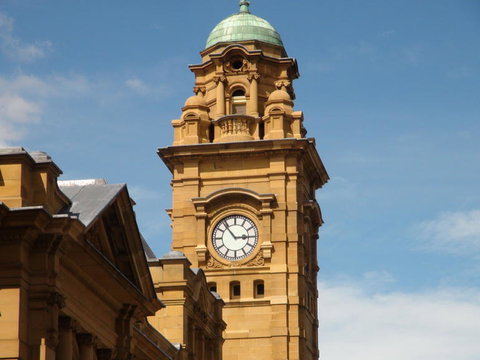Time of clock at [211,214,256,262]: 2:53
